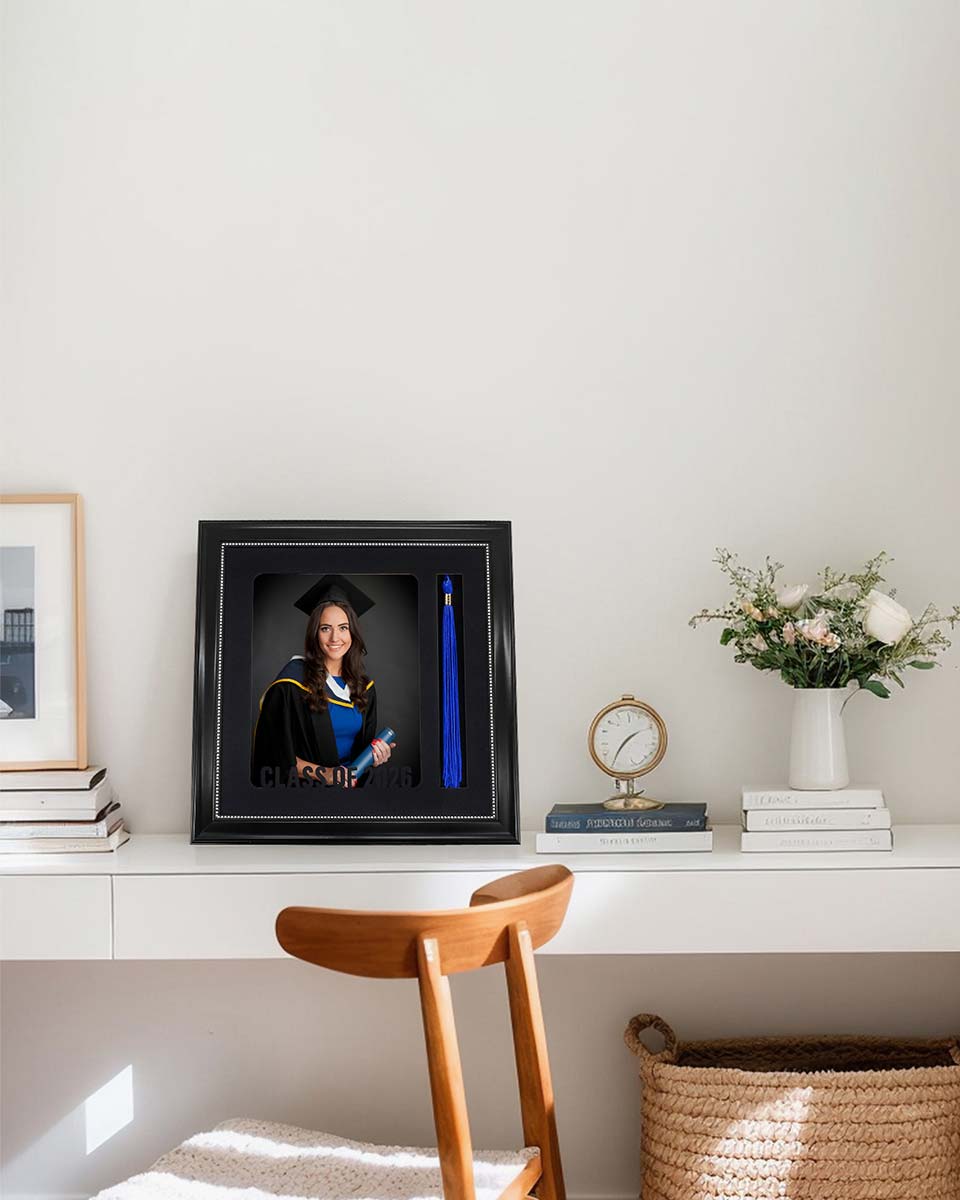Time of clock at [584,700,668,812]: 1:35
